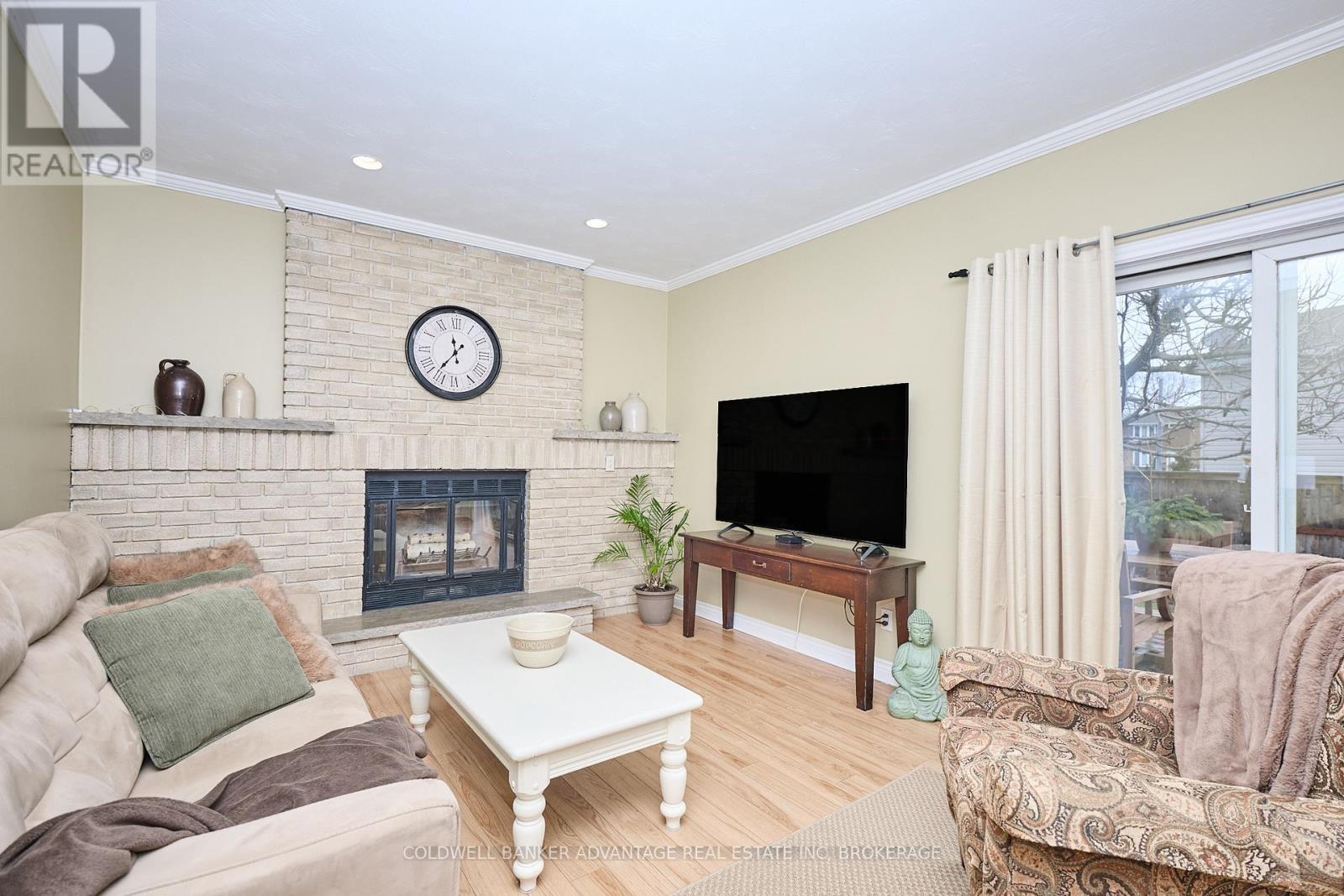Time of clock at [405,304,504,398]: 11:36
